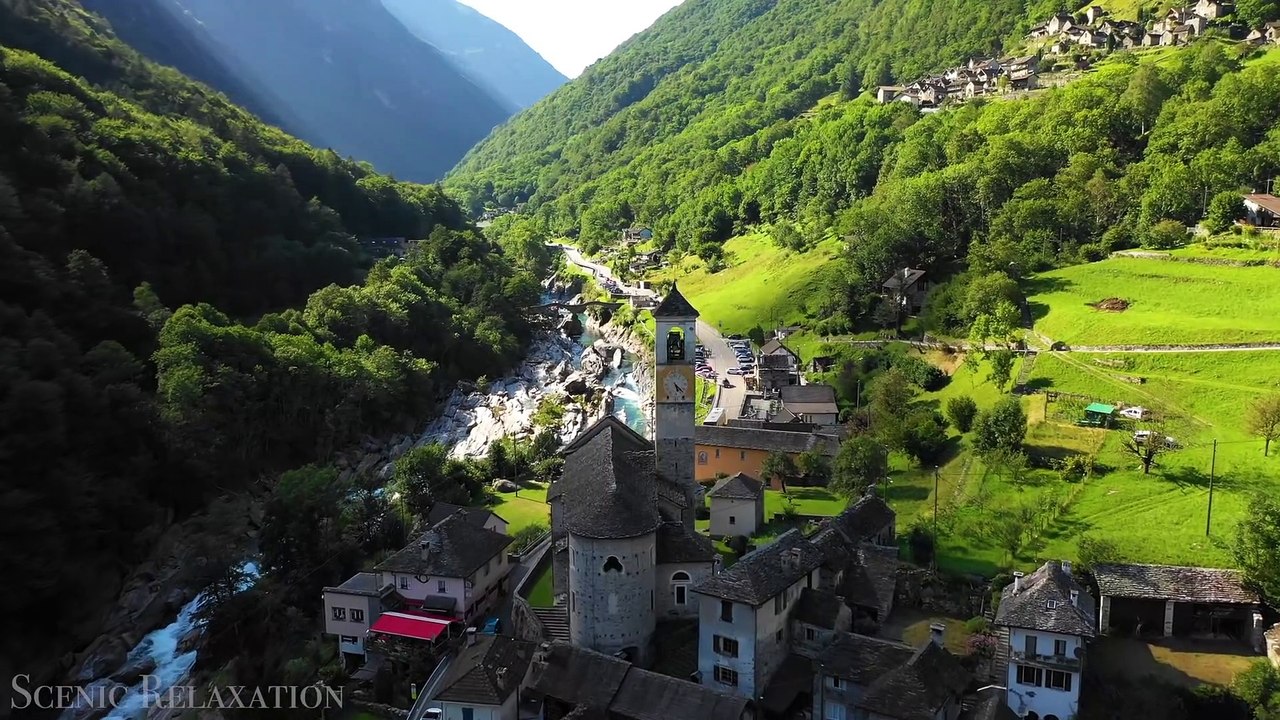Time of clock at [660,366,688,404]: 5:22
